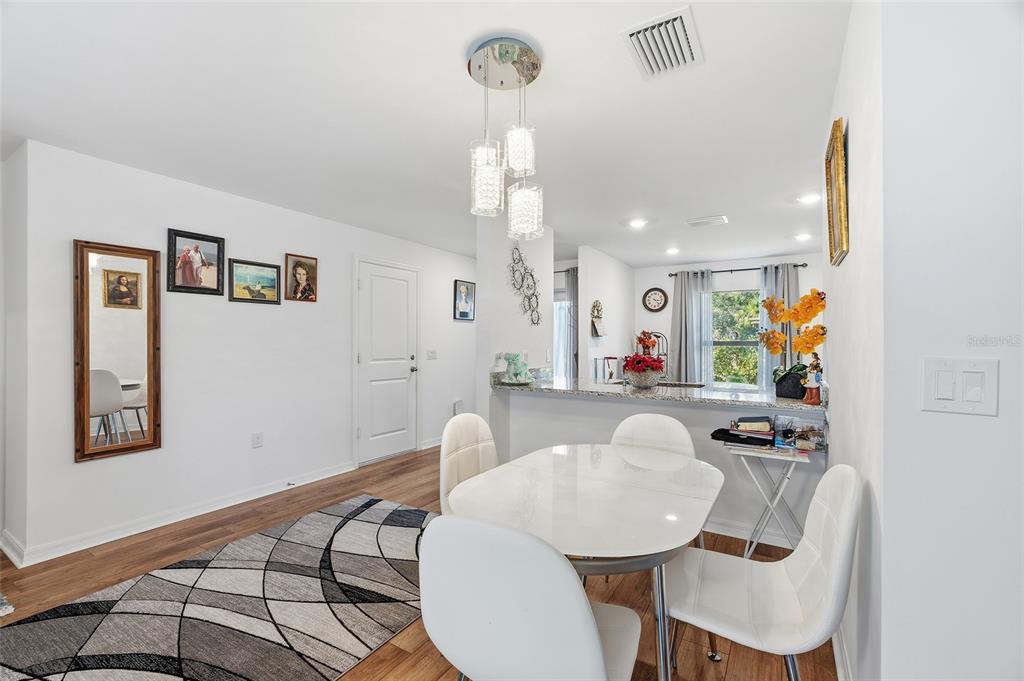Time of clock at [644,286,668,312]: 3:22
